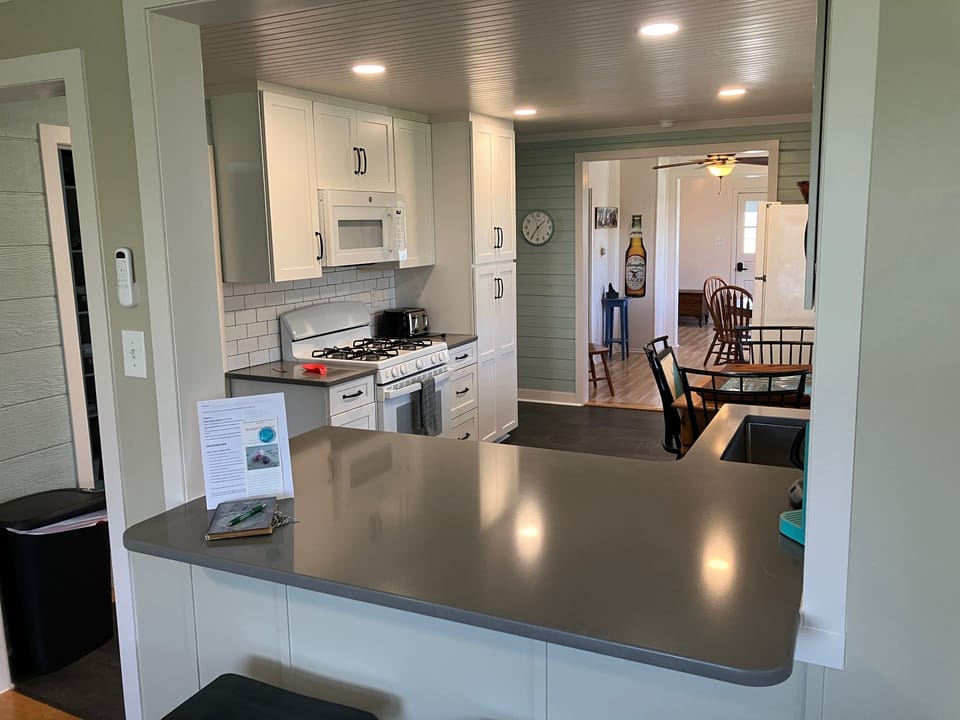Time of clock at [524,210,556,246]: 1:35
